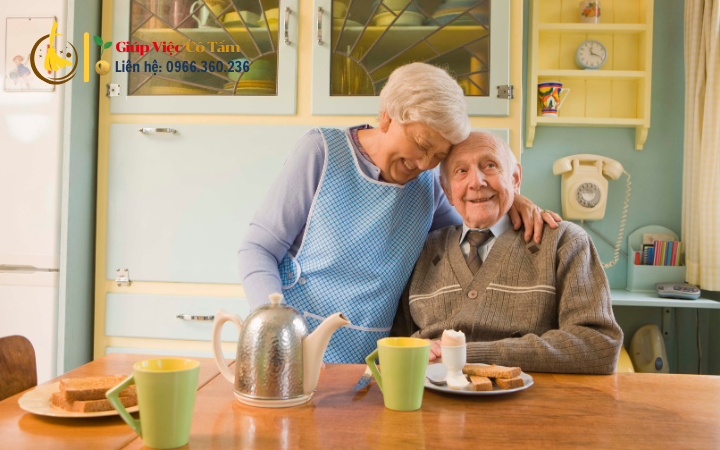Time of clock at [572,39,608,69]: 11:18
